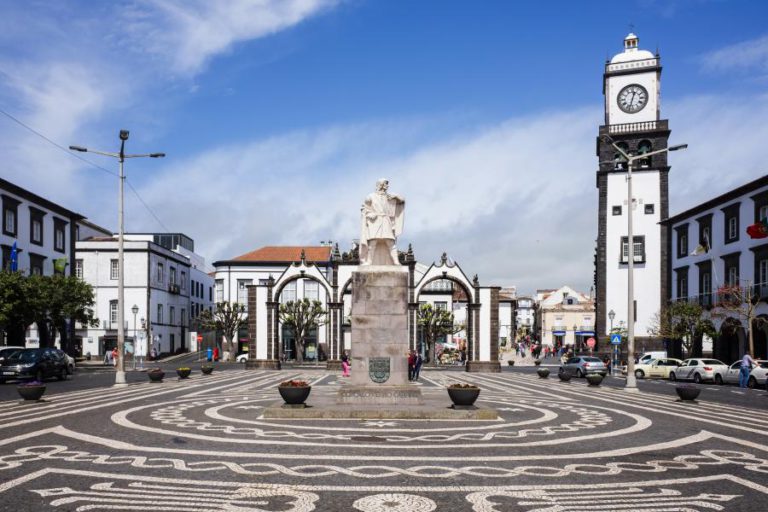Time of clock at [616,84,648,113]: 12:32
